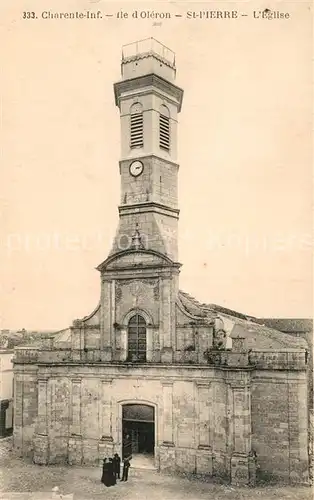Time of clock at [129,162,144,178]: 3:12
